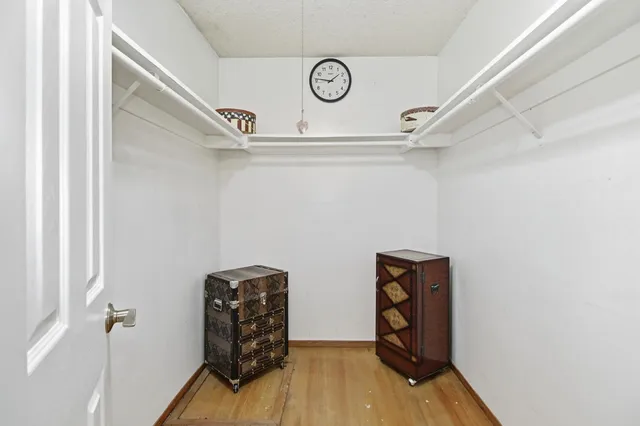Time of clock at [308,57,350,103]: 1:46
